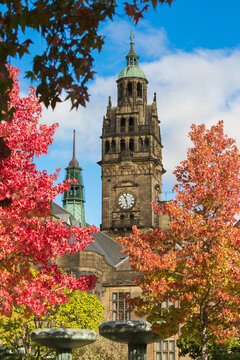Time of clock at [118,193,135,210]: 11:28
